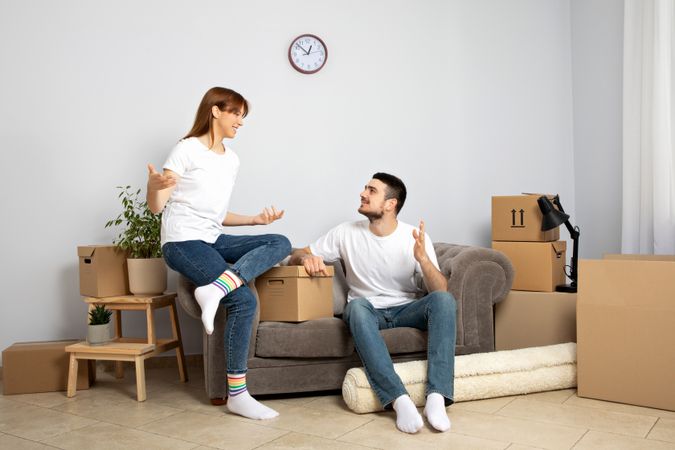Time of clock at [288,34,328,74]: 12:52
